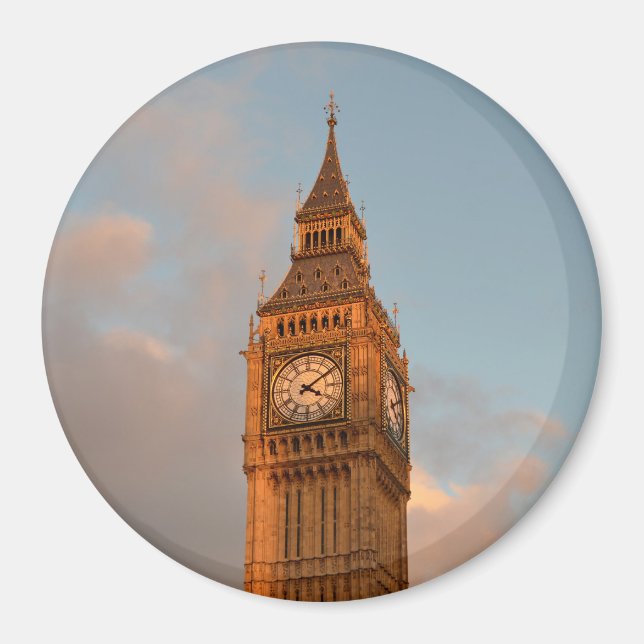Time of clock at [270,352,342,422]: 4:09
